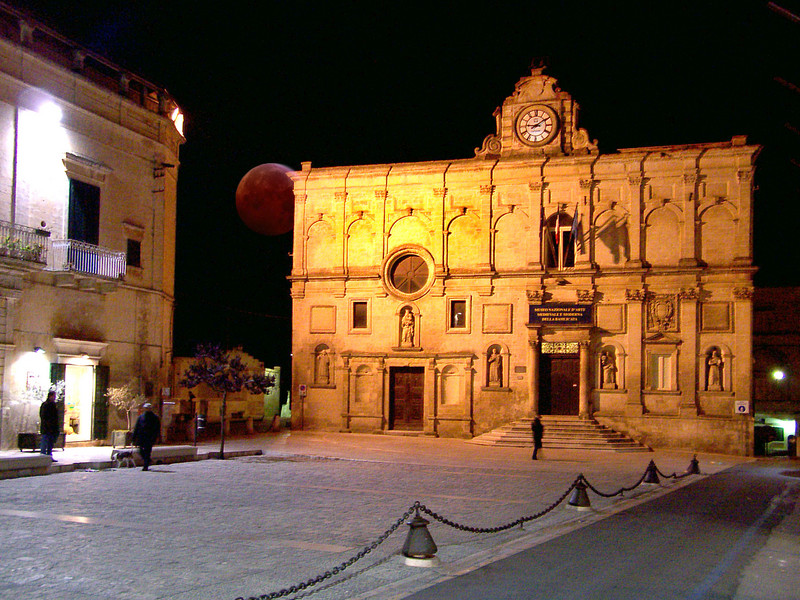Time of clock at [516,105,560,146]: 9:09
